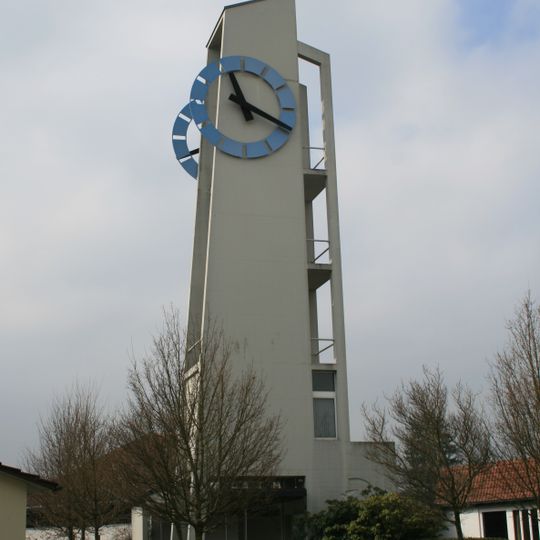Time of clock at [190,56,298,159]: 11:19
